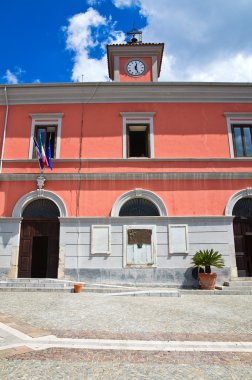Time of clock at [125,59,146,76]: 12:26
